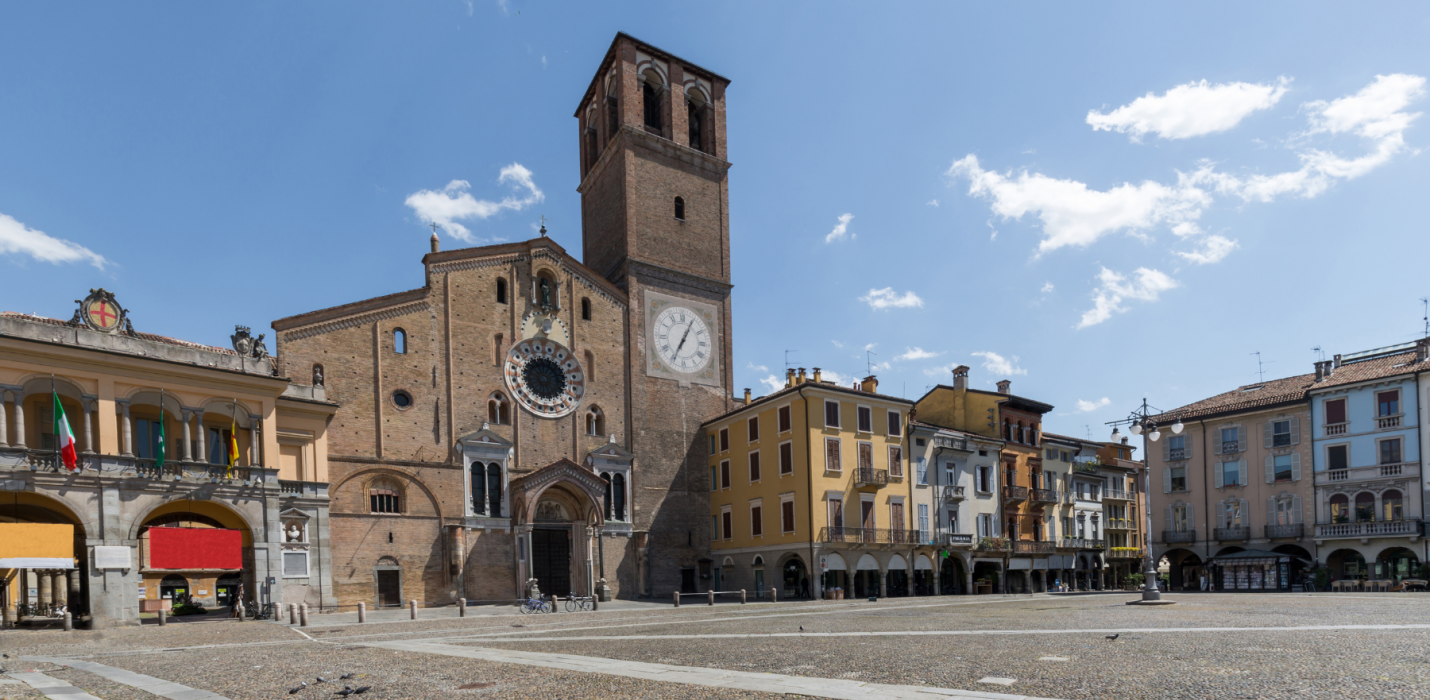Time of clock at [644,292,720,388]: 7:04
